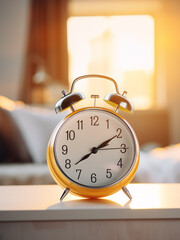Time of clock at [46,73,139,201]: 2:09
